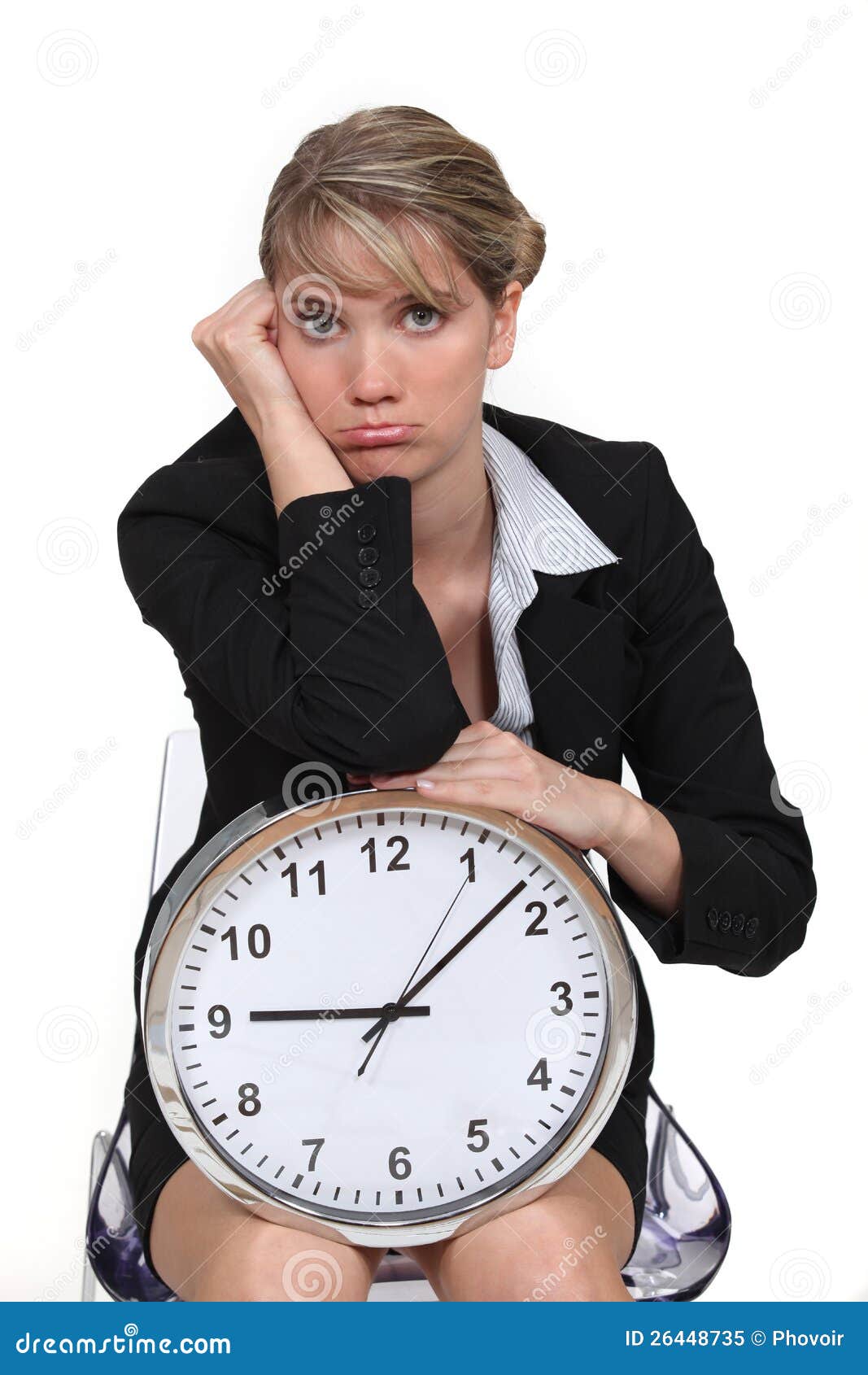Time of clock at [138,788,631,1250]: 9:08
